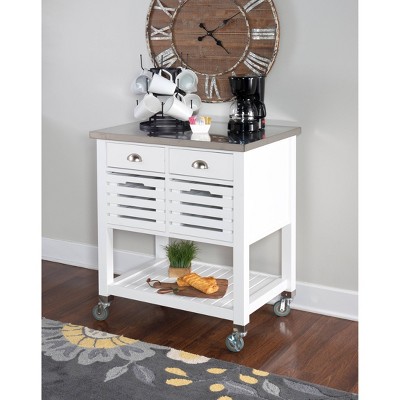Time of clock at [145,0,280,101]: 4:09
